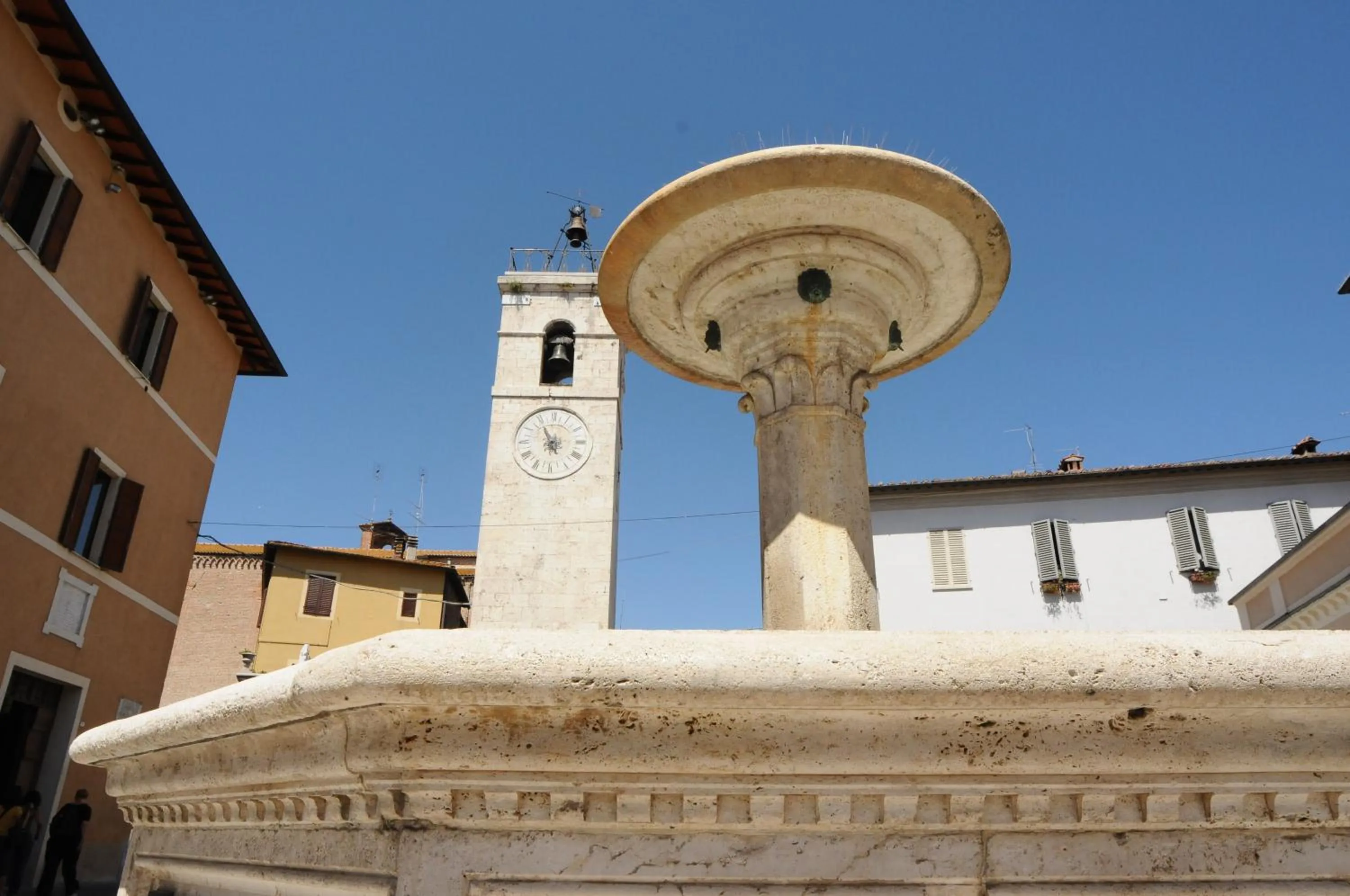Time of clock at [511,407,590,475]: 4:55
